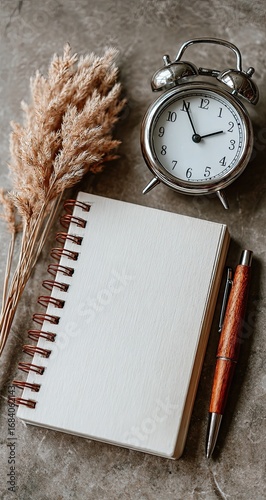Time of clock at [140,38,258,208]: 1:55
